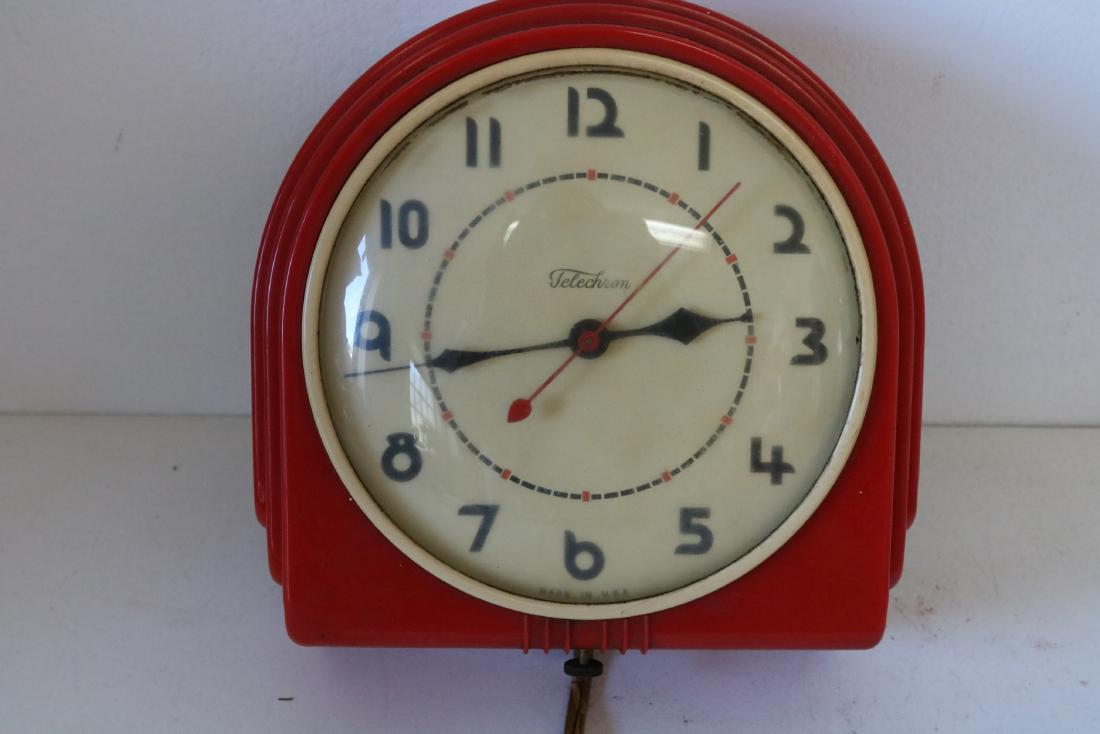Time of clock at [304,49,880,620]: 2:43
